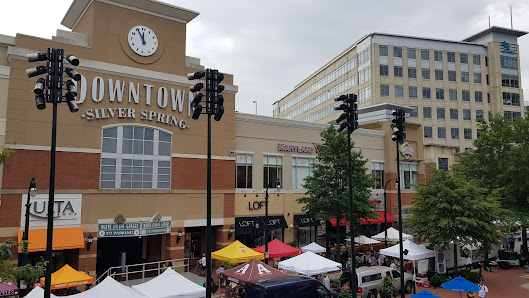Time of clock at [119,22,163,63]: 11:55
